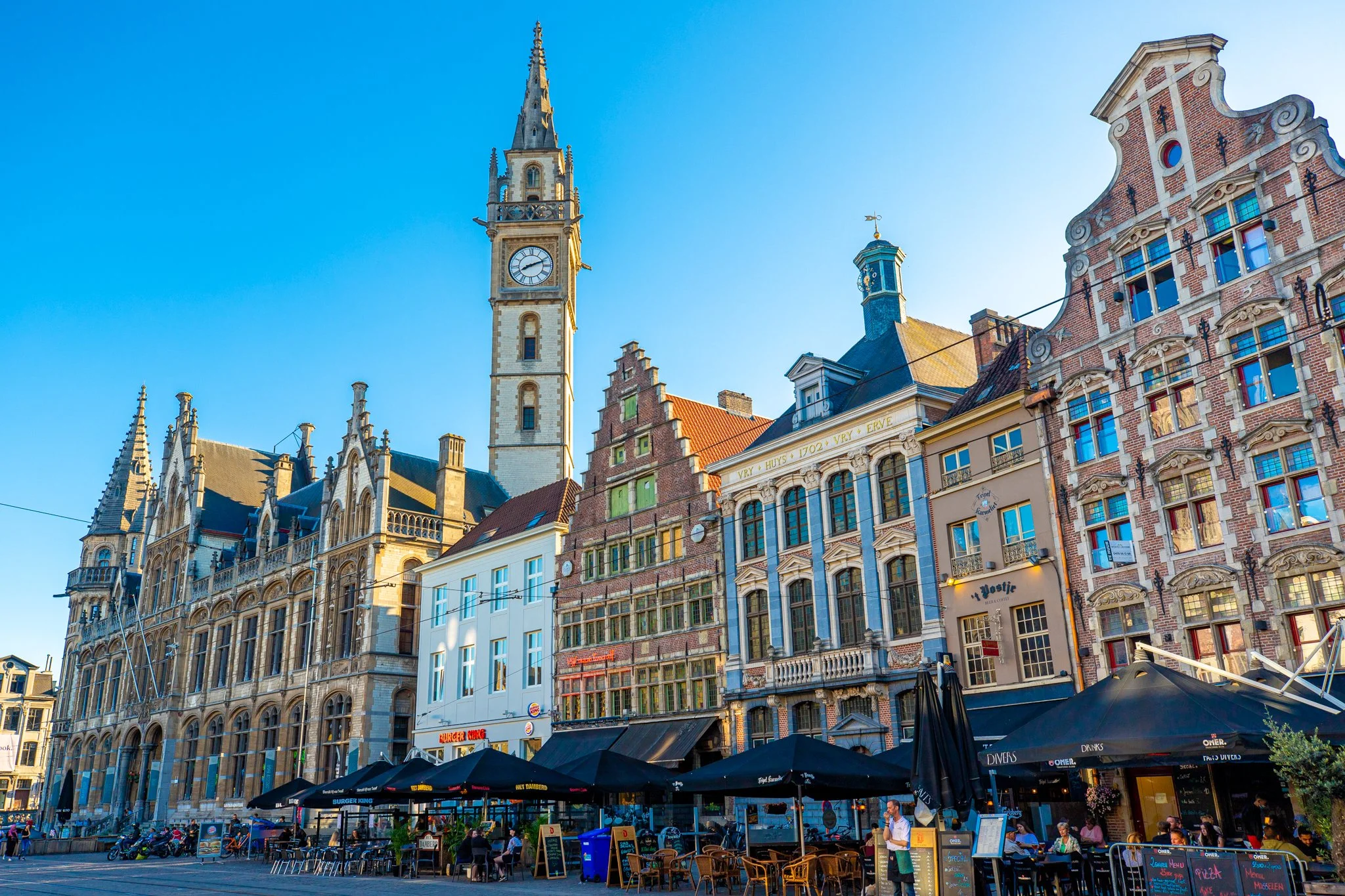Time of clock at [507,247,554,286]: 8:11
